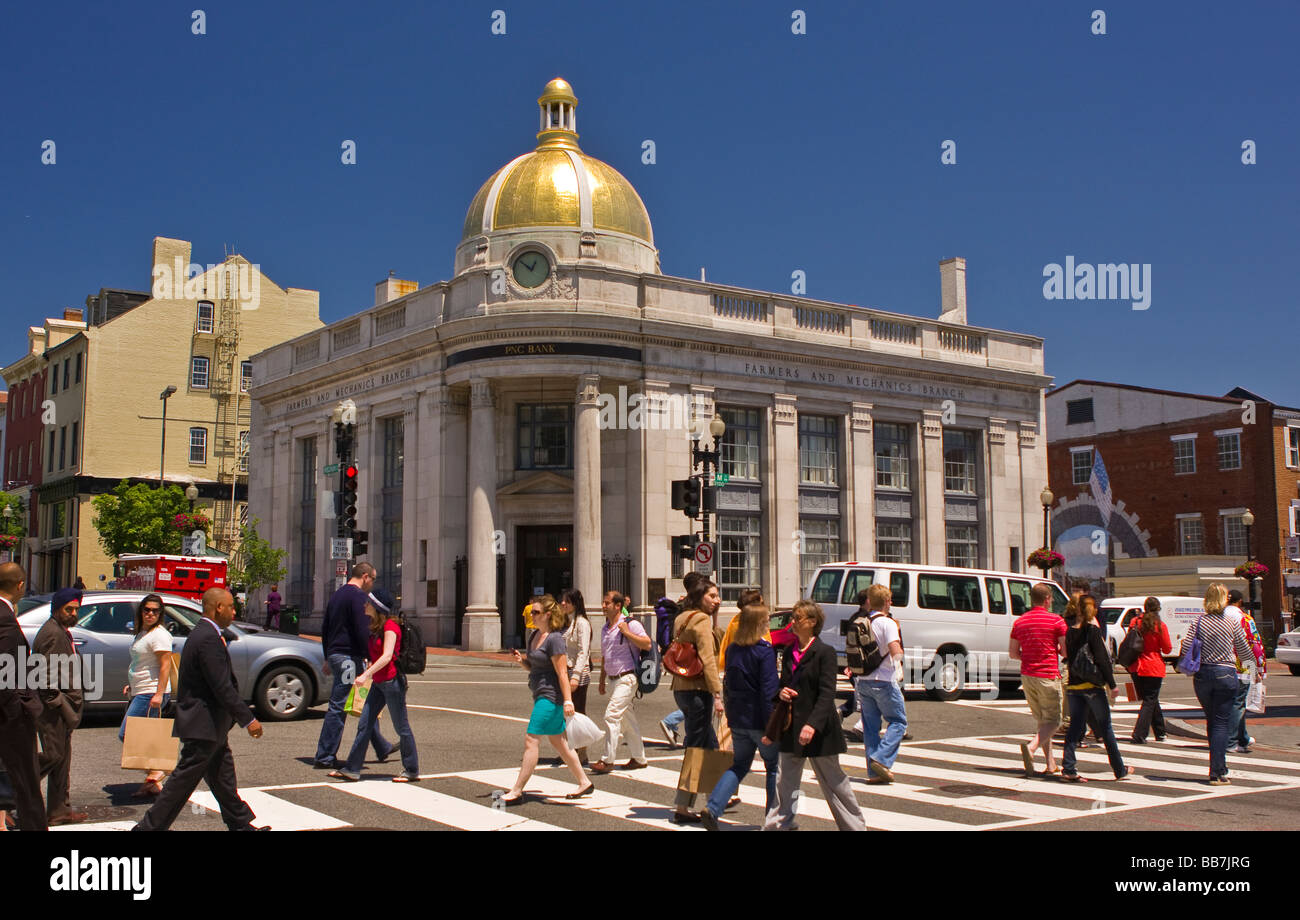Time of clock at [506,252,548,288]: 12:52
